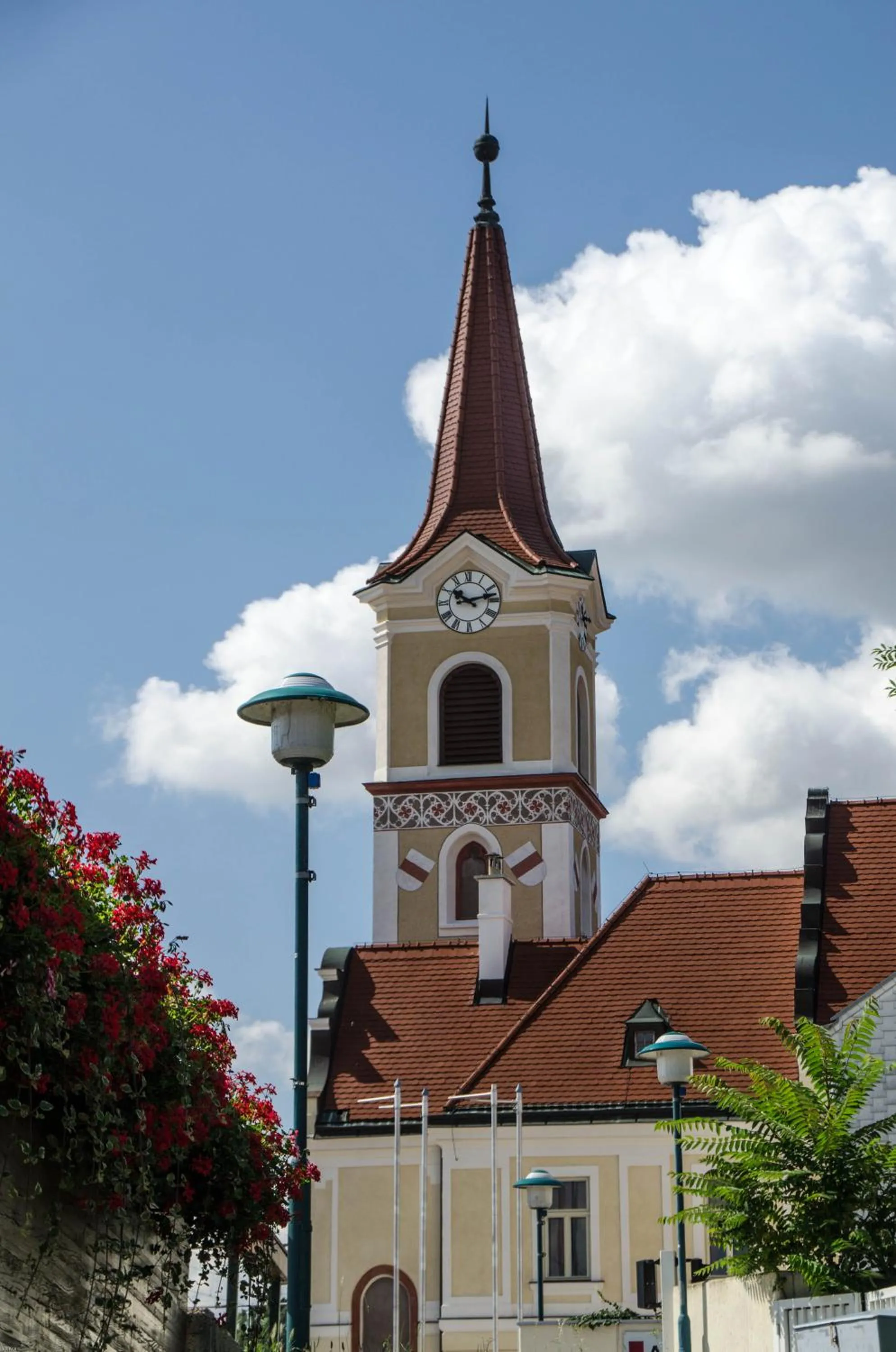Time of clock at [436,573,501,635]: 10:12
